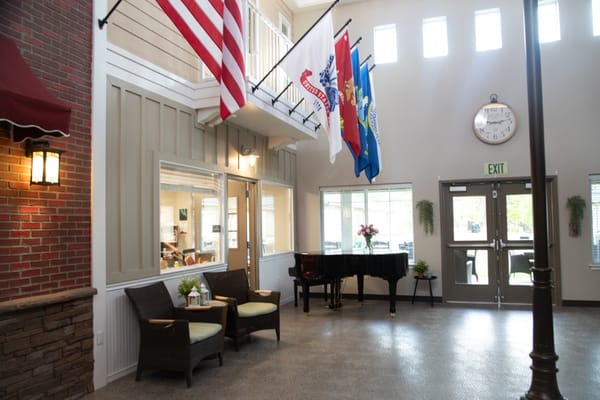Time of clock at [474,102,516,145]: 3:13
